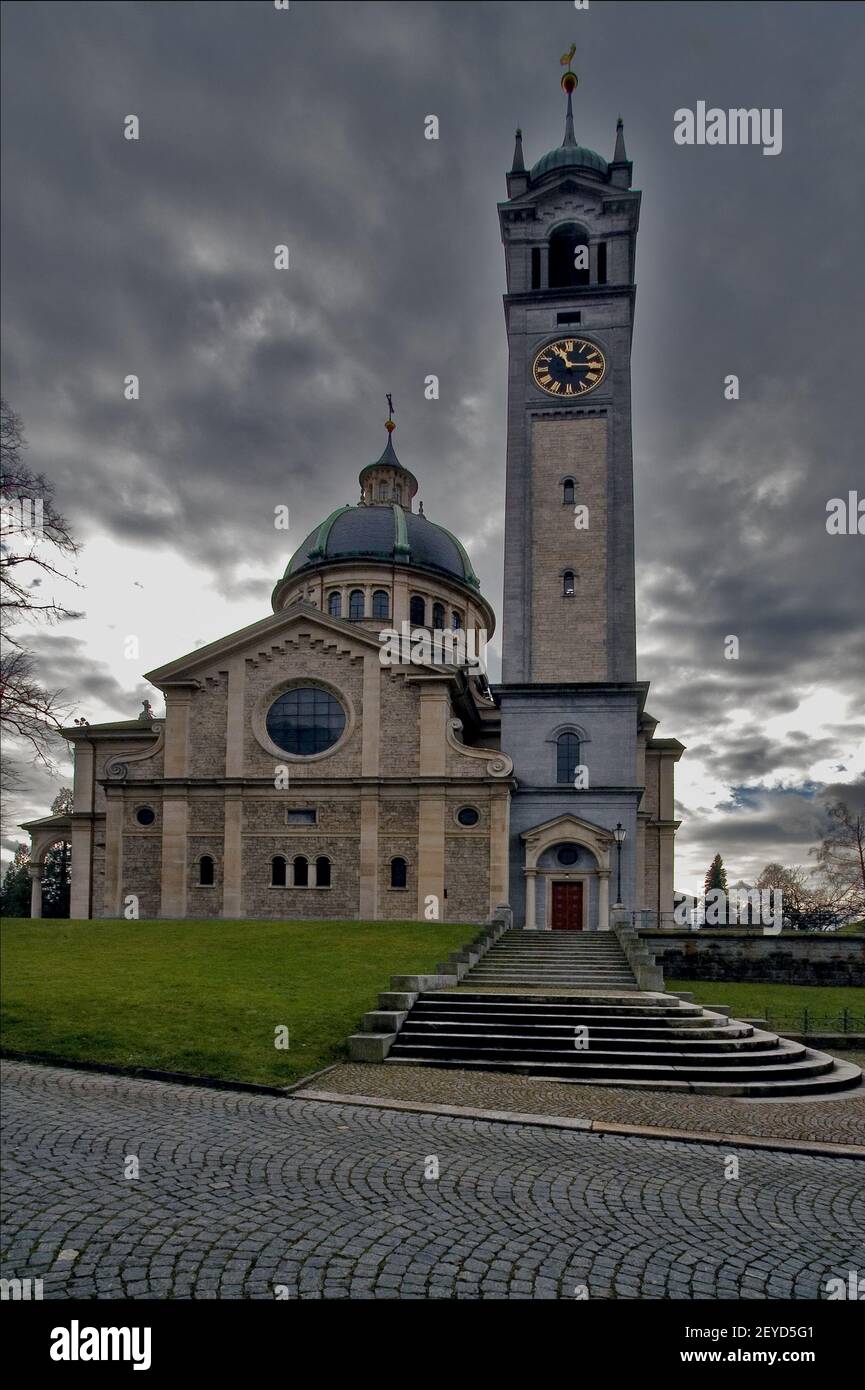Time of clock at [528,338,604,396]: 11:14
